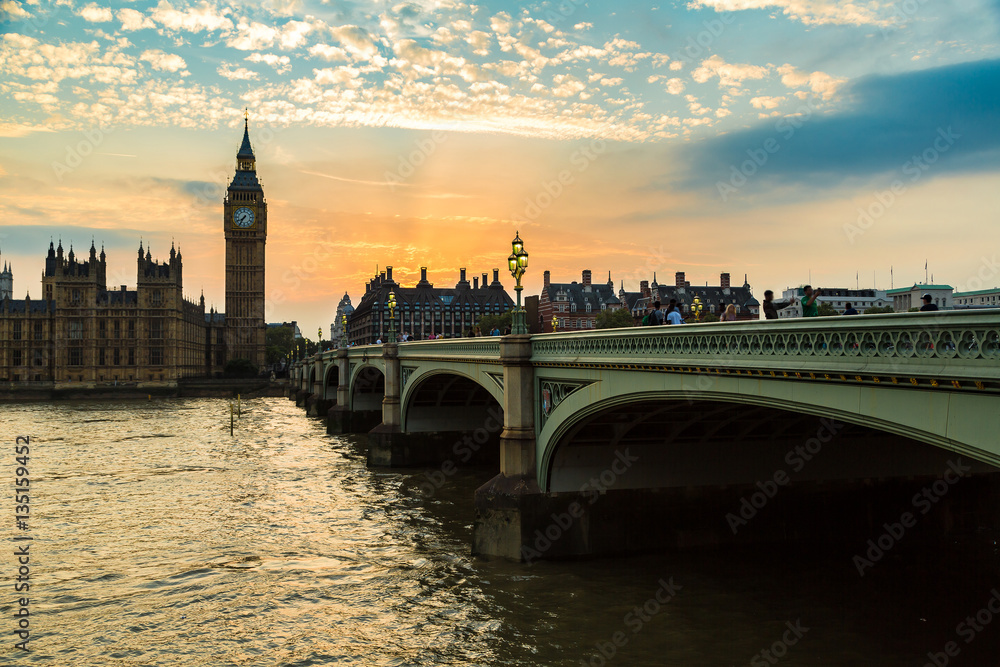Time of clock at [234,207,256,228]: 7:35
